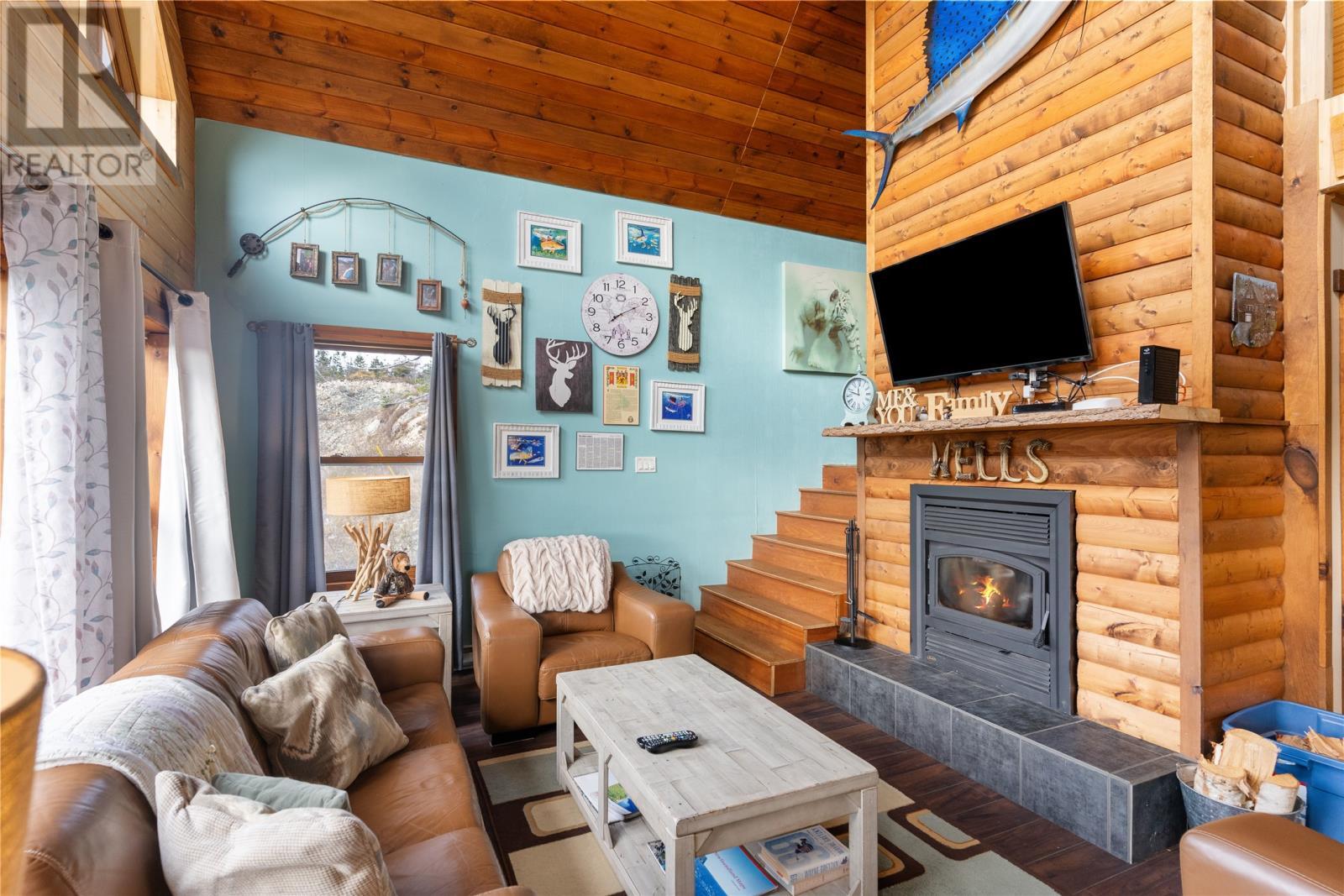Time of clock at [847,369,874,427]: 11:48
